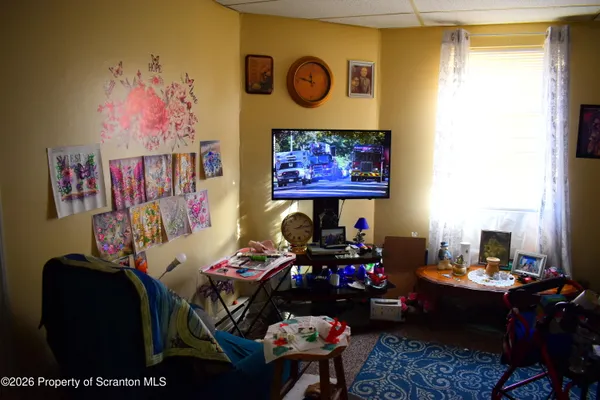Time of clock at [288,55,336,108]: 11:47
